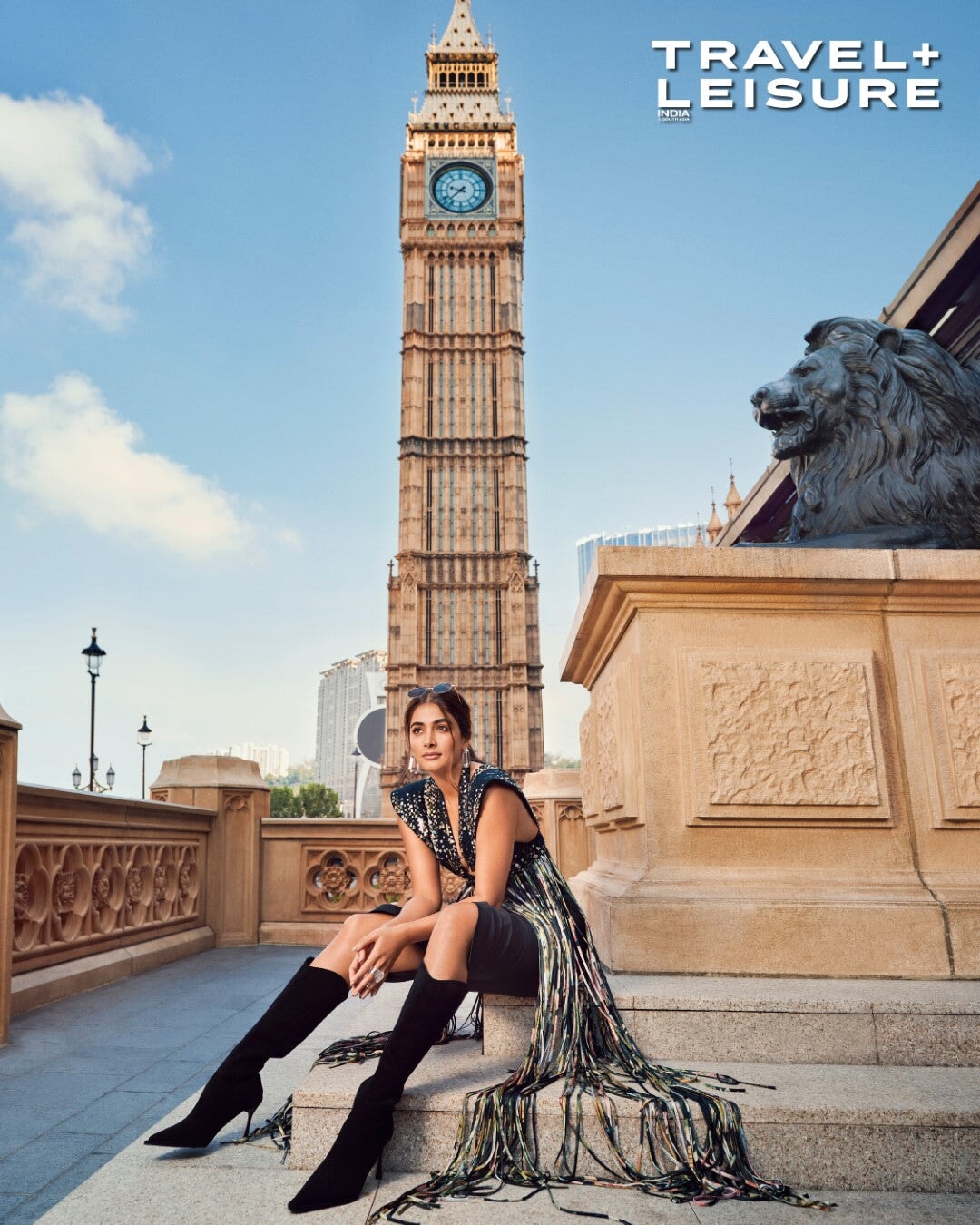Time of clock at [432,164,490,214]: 9:37
